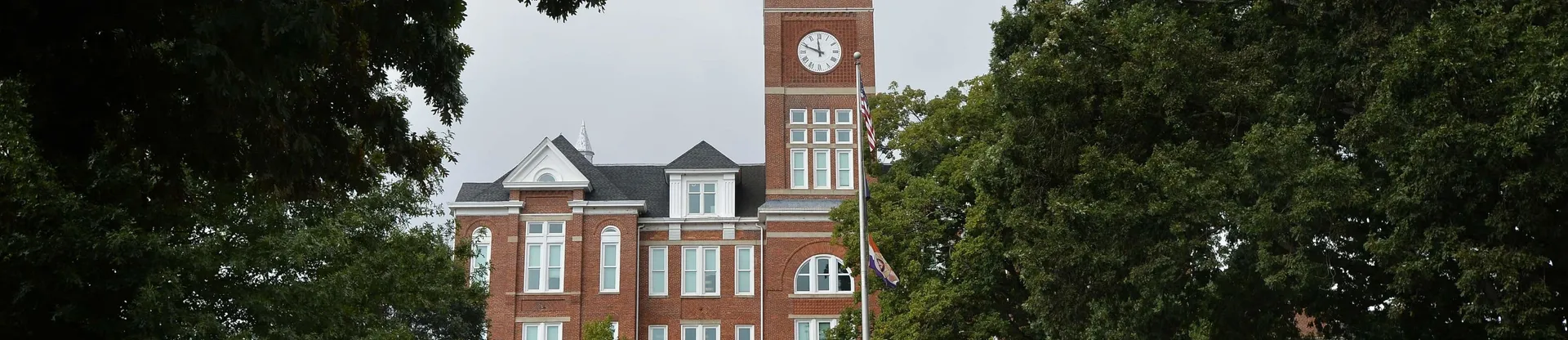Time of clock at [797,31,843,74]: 11:48
